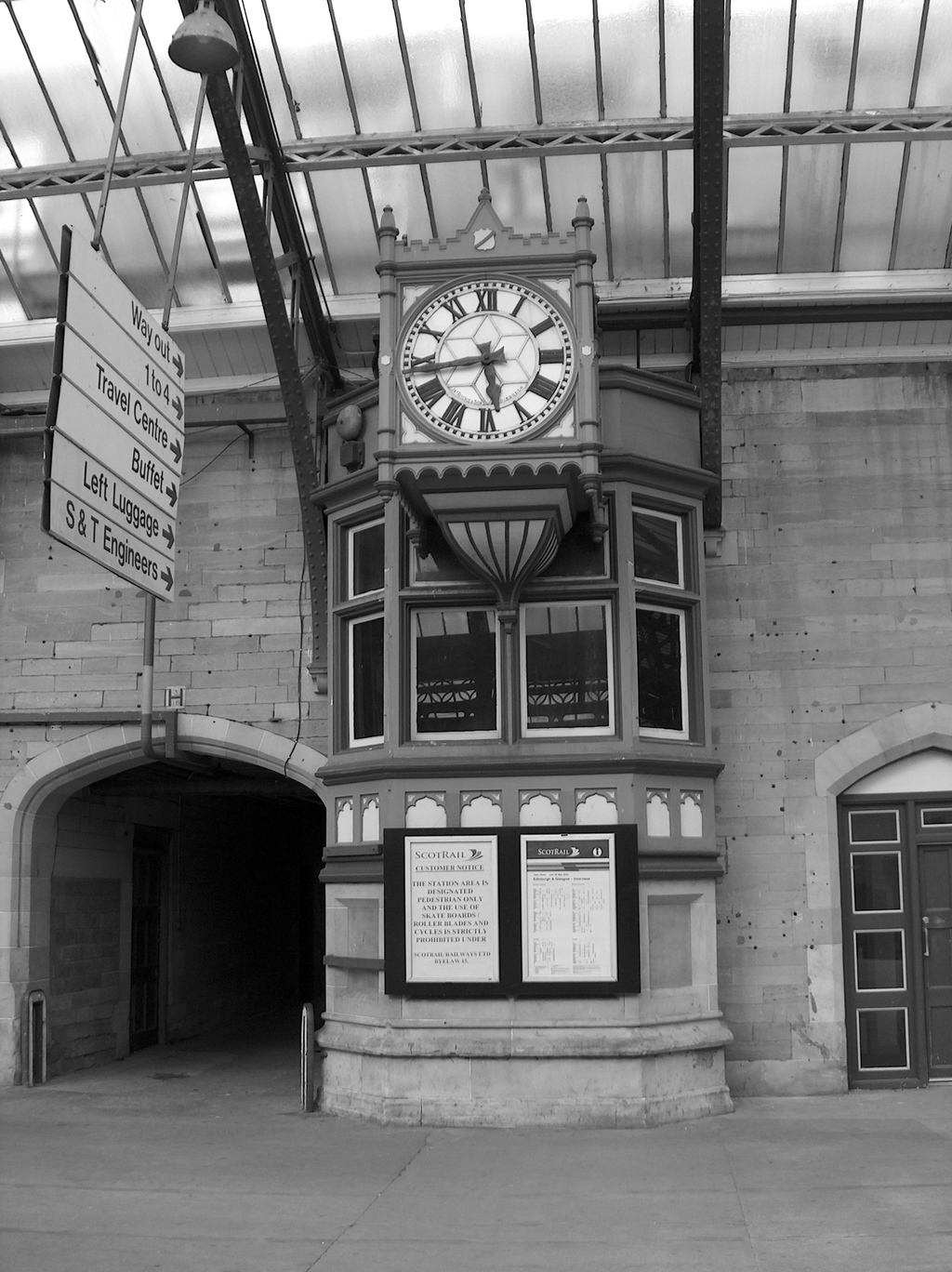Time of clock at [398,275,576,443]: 5:43
